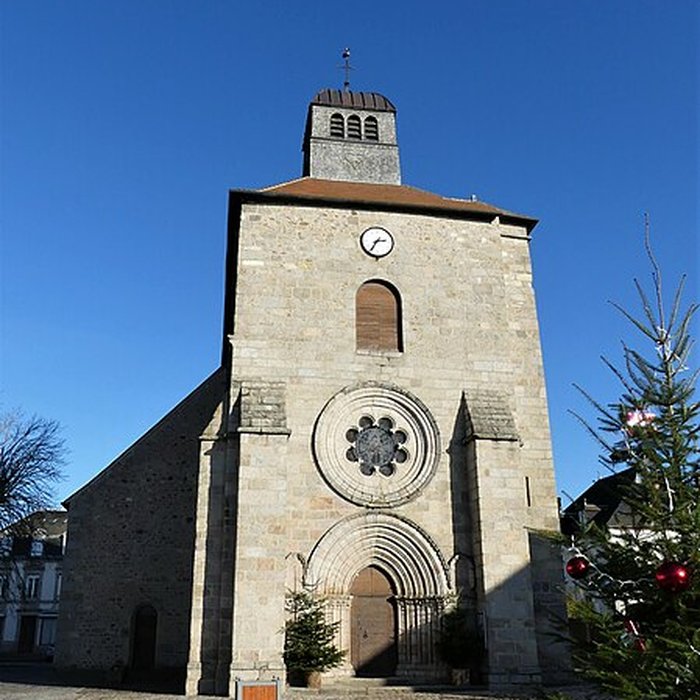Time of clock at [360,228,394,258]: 2:35
